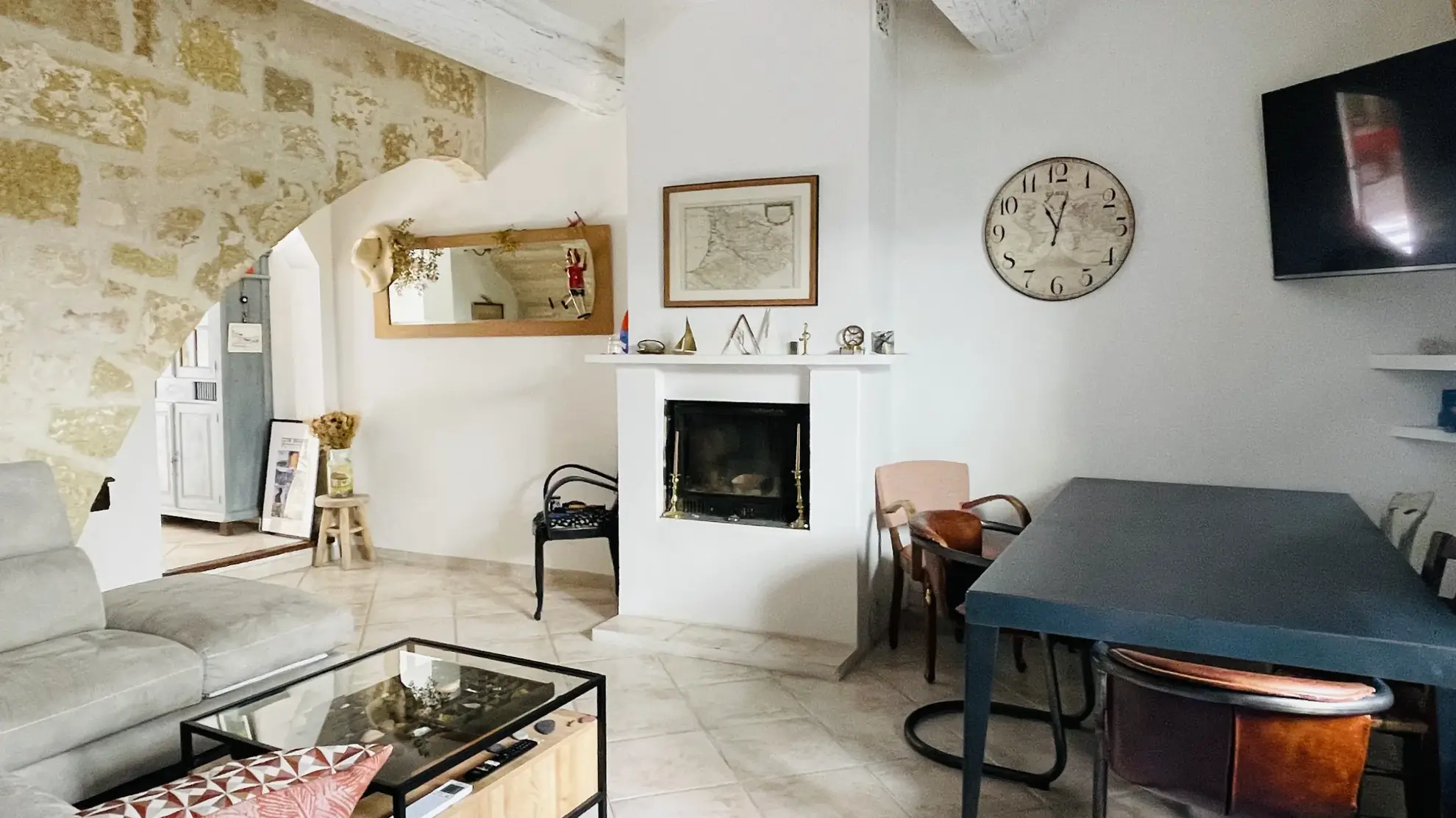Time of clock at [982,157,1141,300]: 11:02
